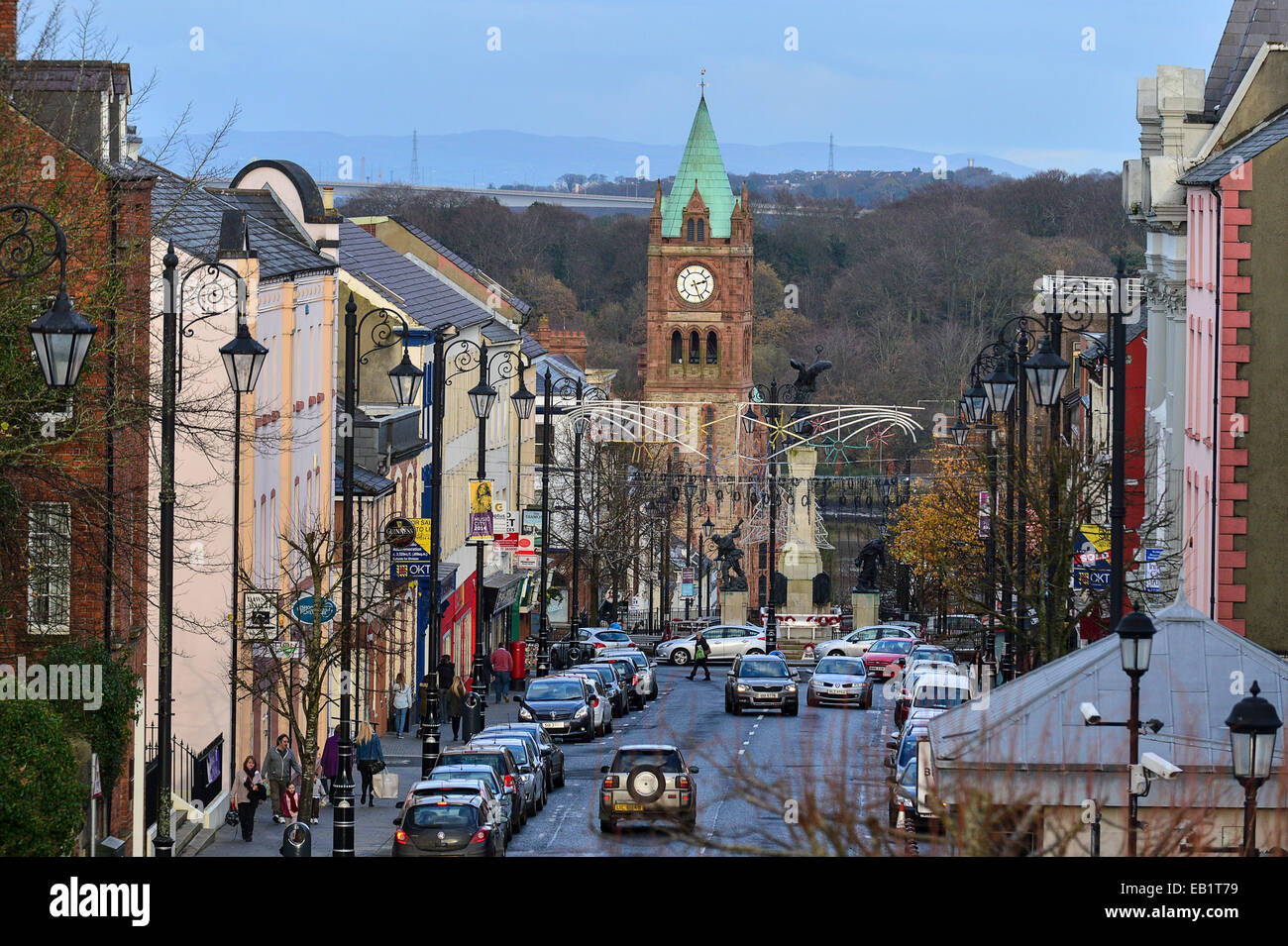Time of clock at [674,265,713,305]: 2:26
